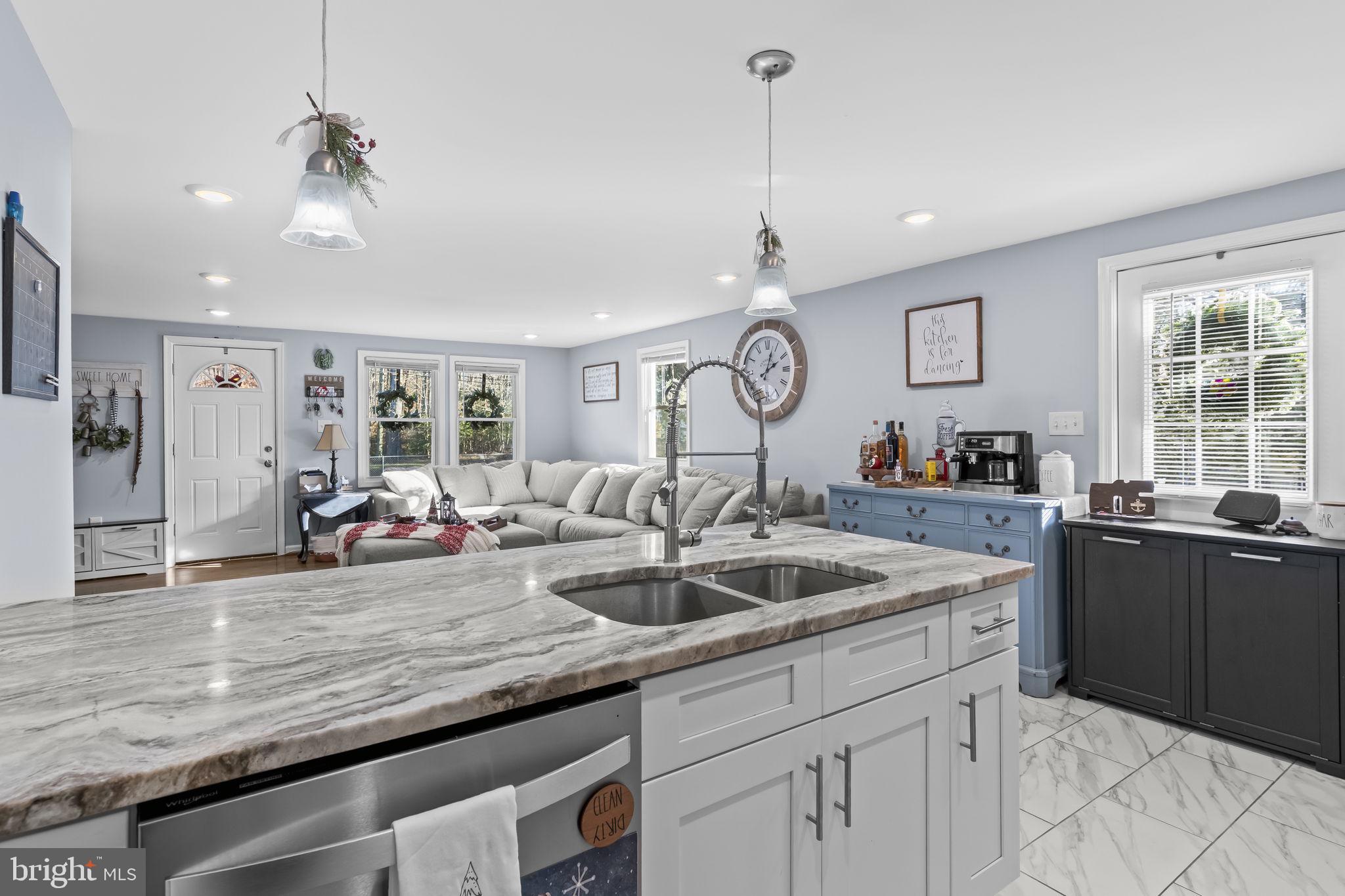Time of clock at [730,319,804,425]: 2:02
